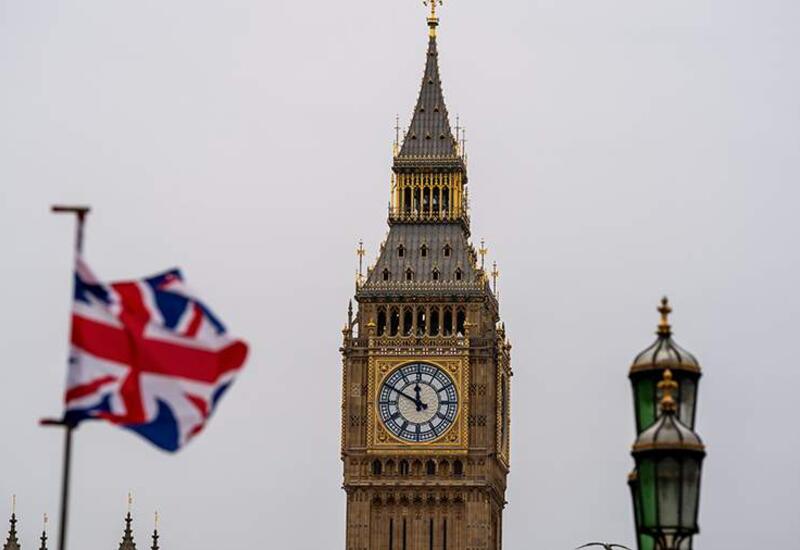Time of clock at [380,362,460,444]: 11:49
